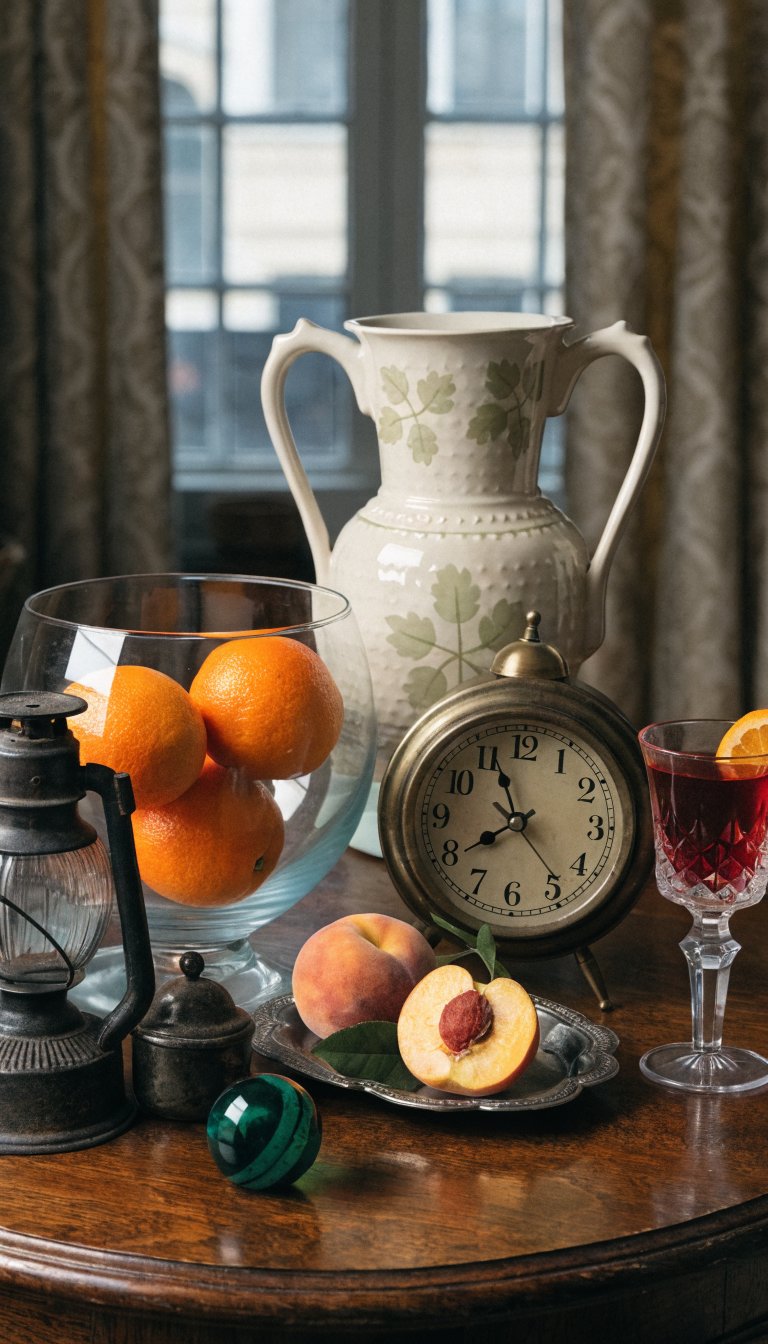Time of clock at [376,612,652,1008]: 7:56
